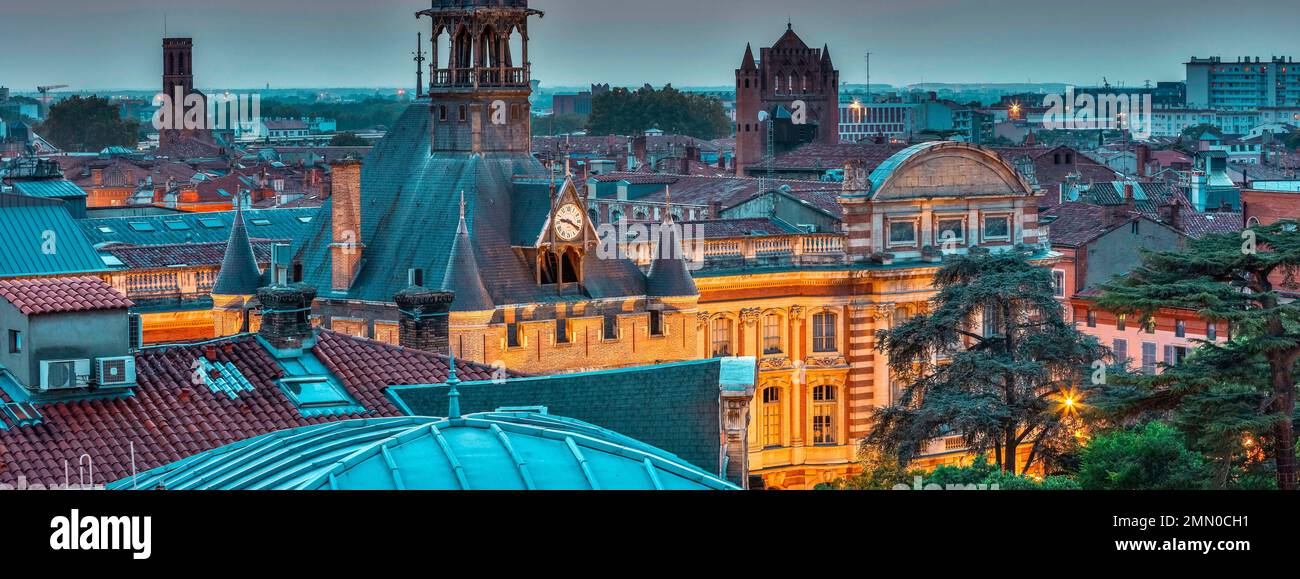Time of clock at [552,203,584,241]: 9:20
